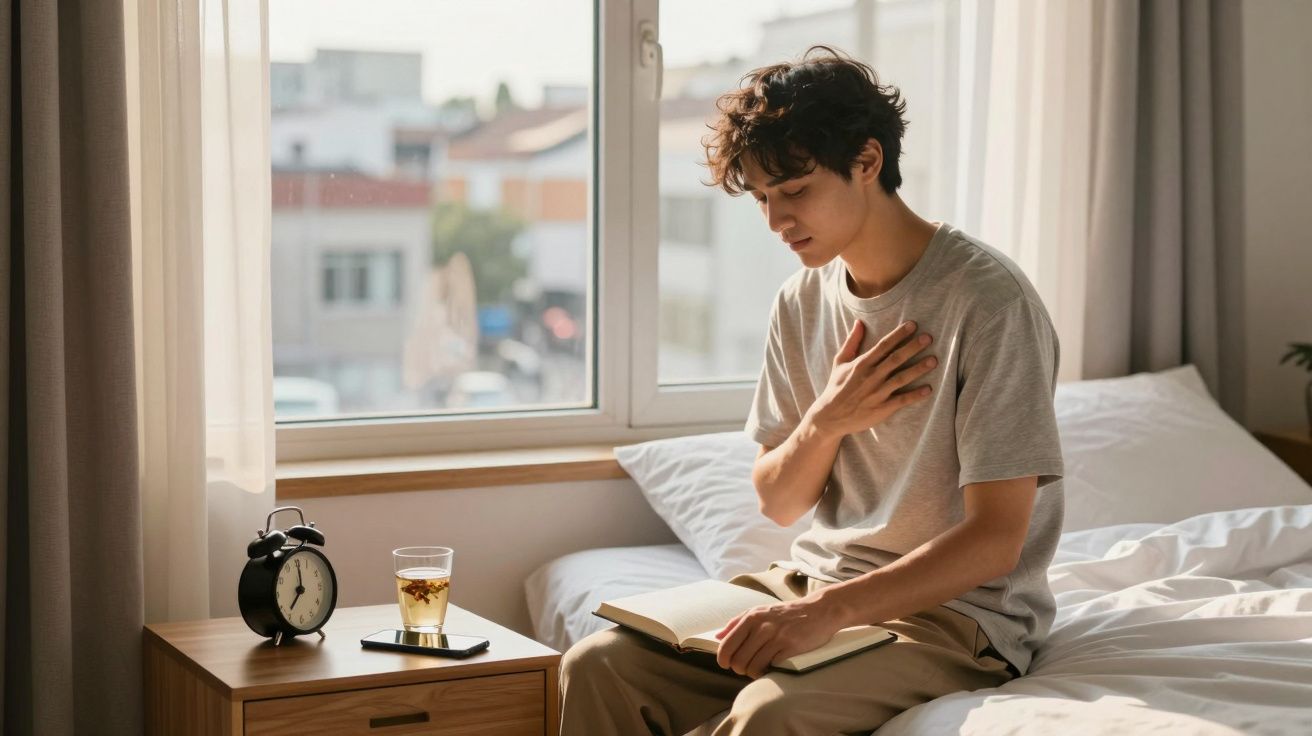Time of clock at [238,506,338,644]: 7:00
